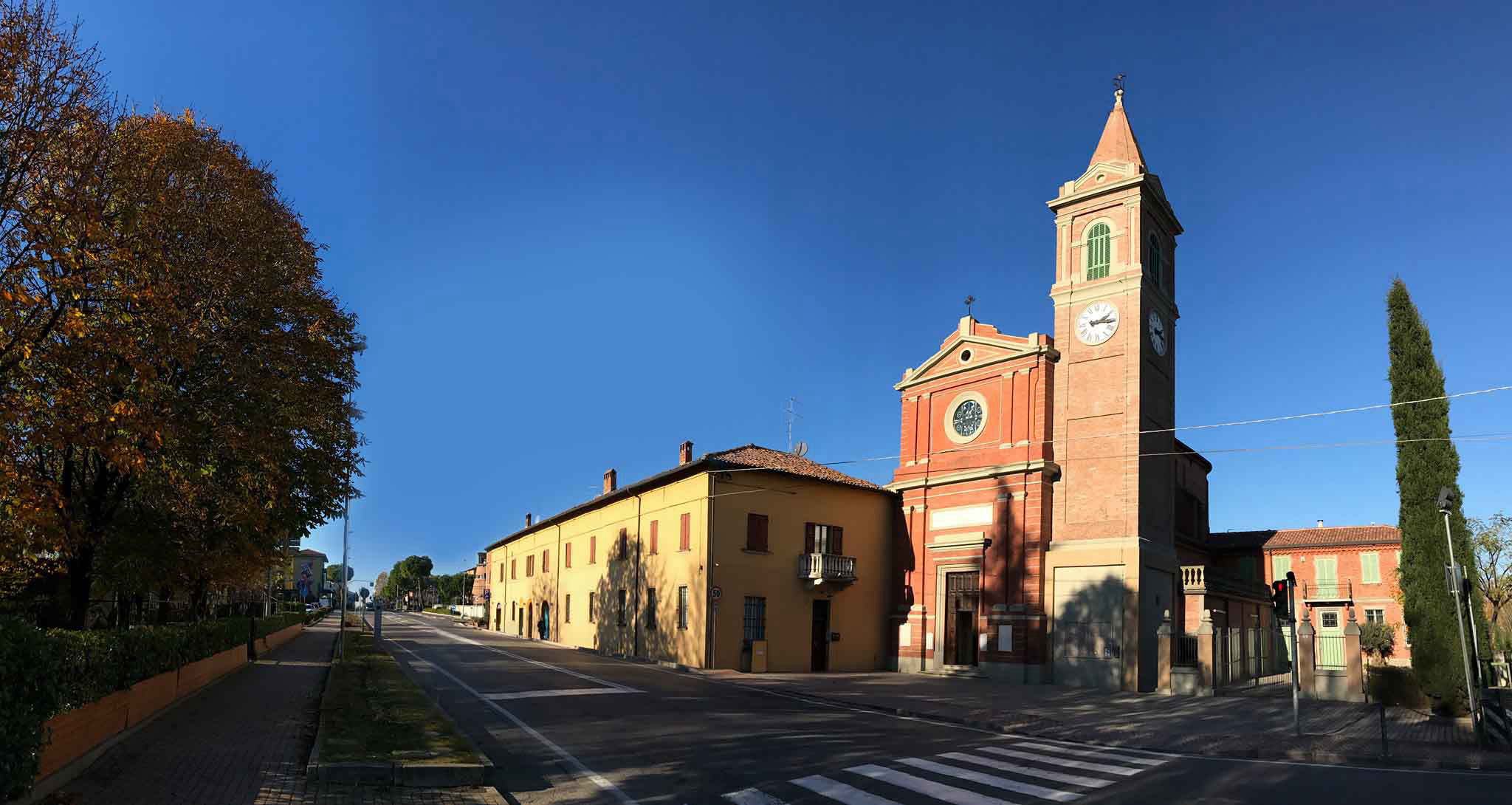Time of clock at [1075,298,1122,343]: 2:15
